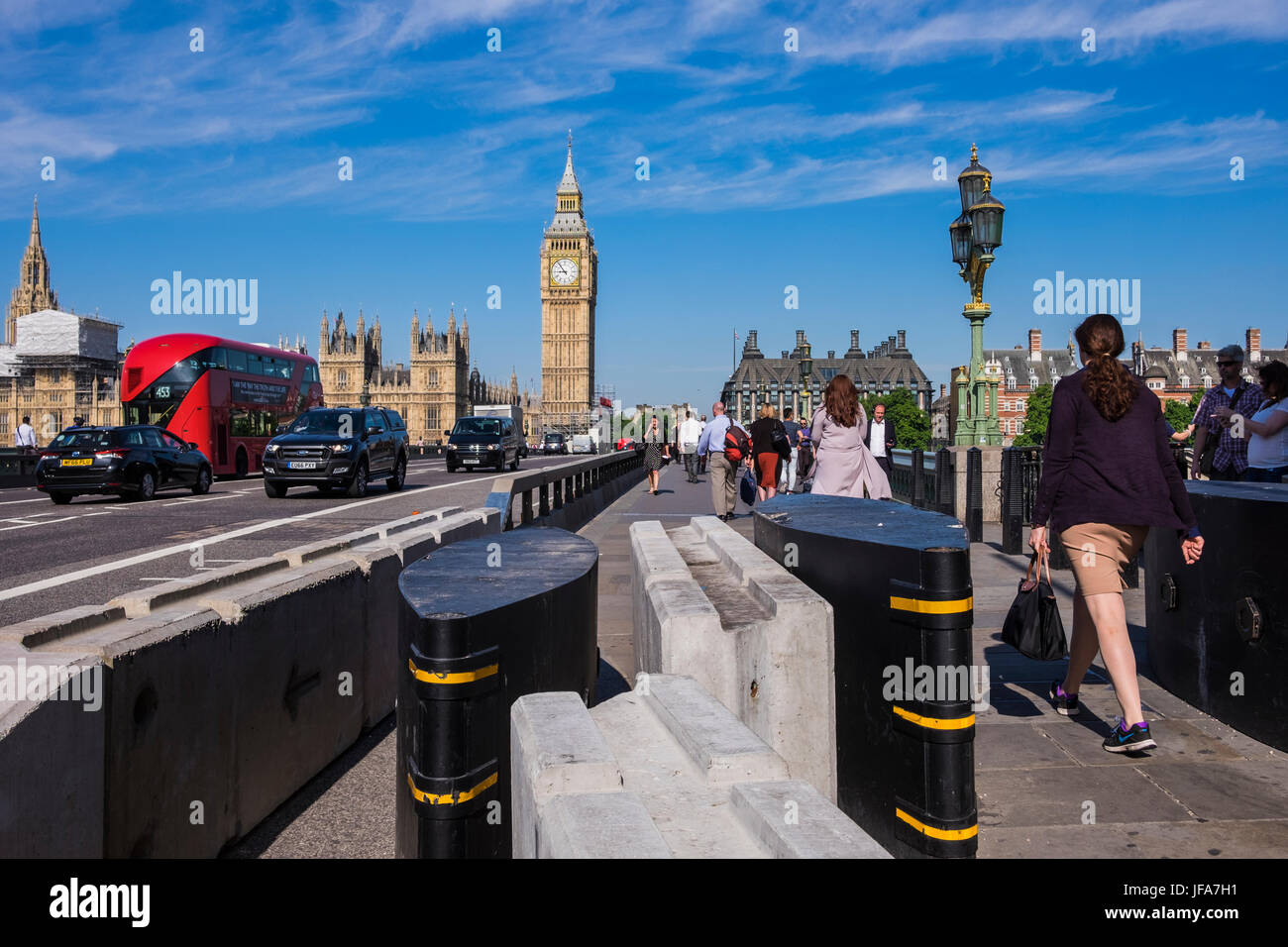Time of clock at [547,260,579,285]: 8:53
